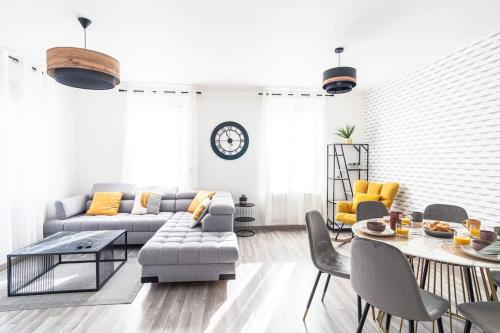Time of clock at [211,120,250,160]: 11:14
